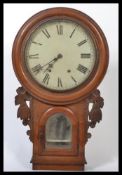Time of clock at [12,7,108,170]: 7:35
